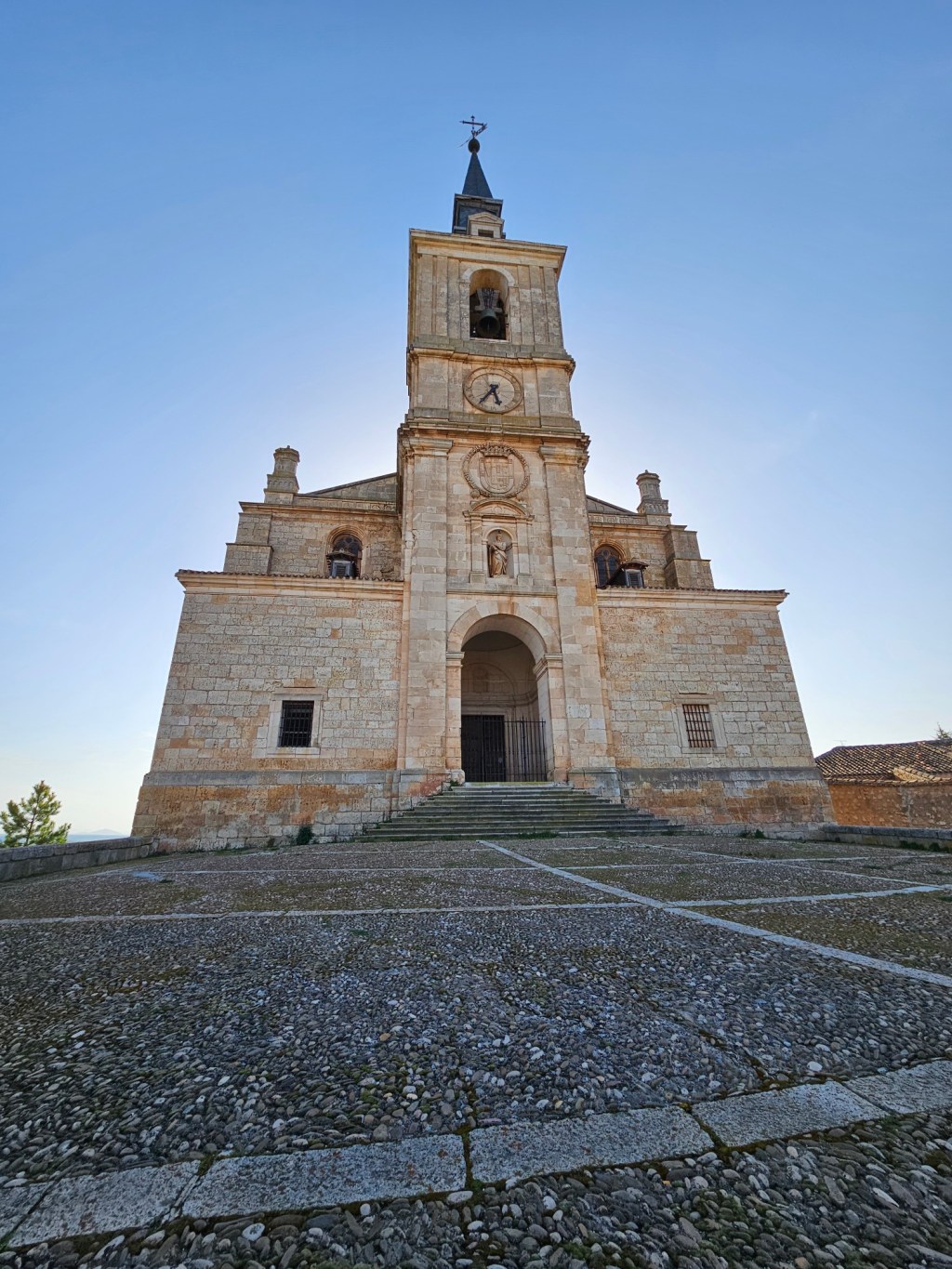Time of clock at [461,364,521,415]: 5:36
